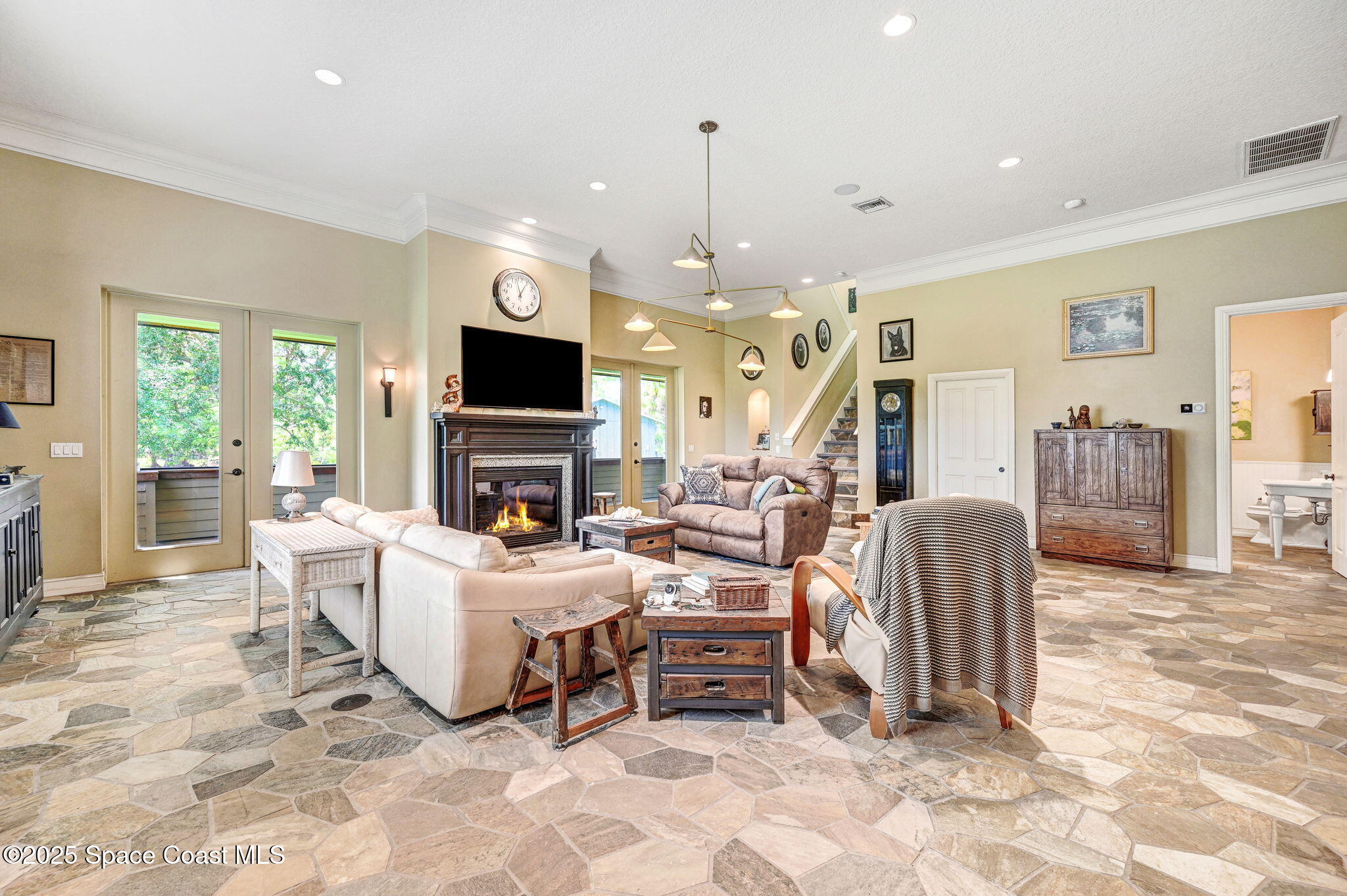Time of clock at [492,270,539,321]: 12:57
